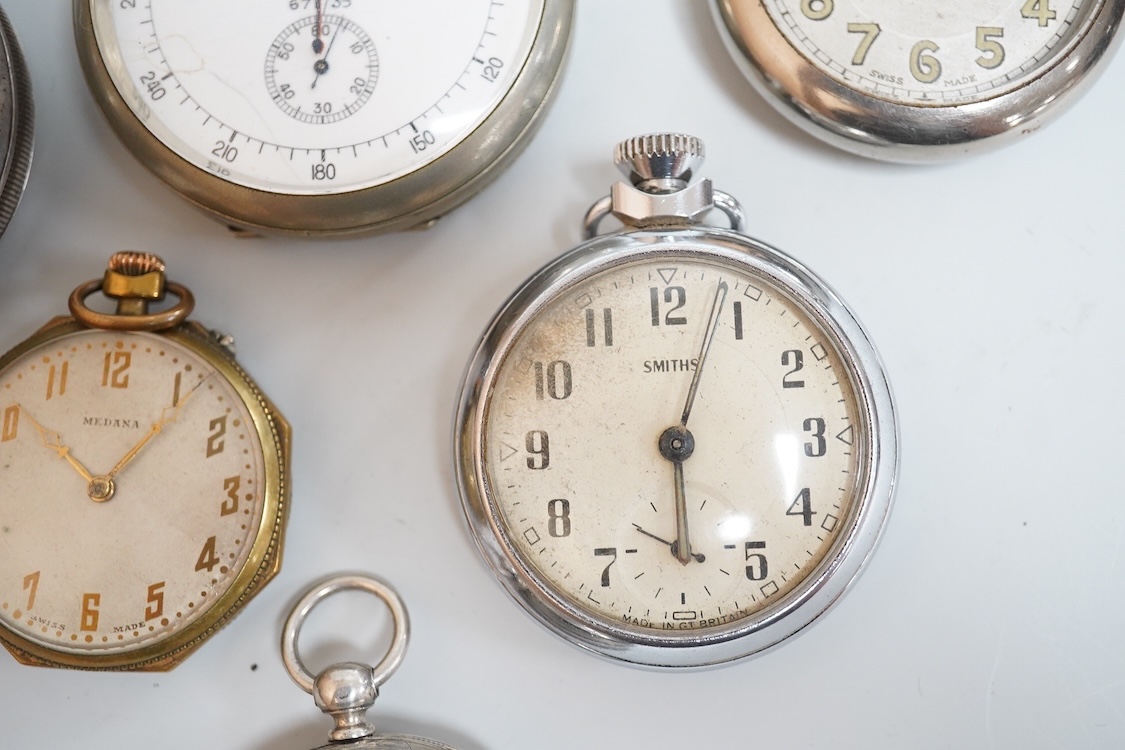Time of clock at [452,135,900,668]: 6:03
